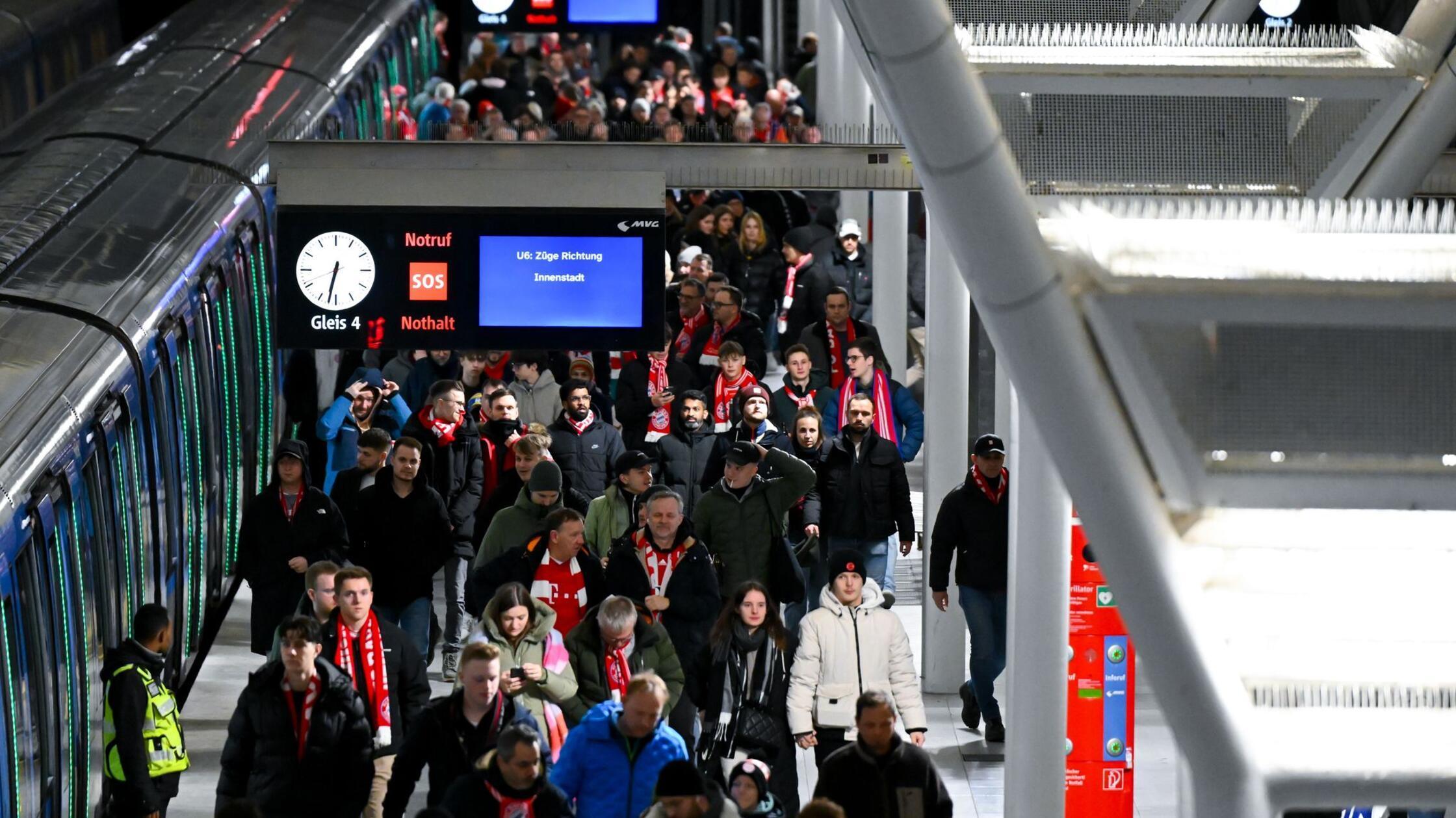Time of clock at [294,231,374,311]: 6:32
